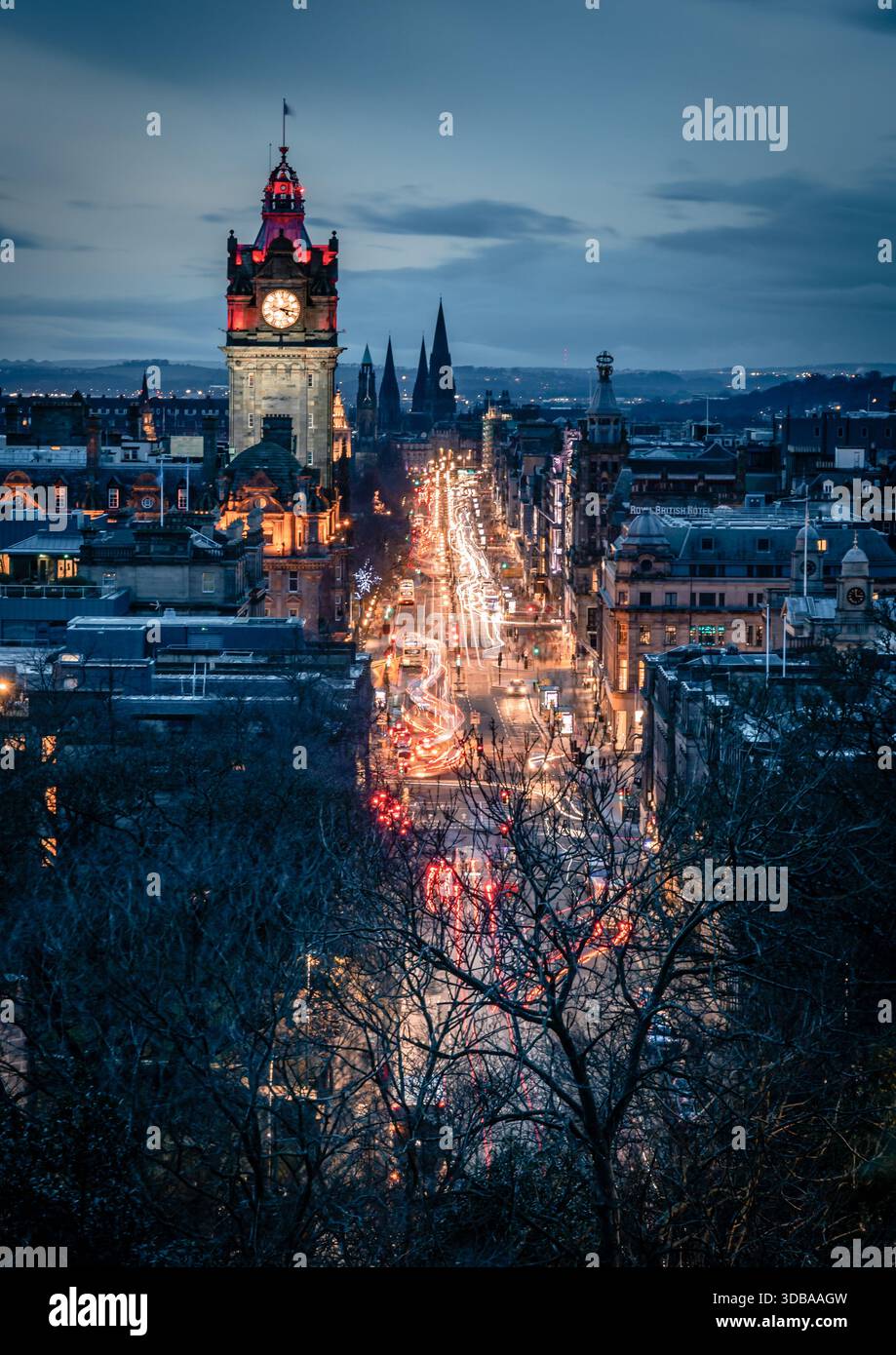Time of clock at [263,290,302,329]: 4:16
